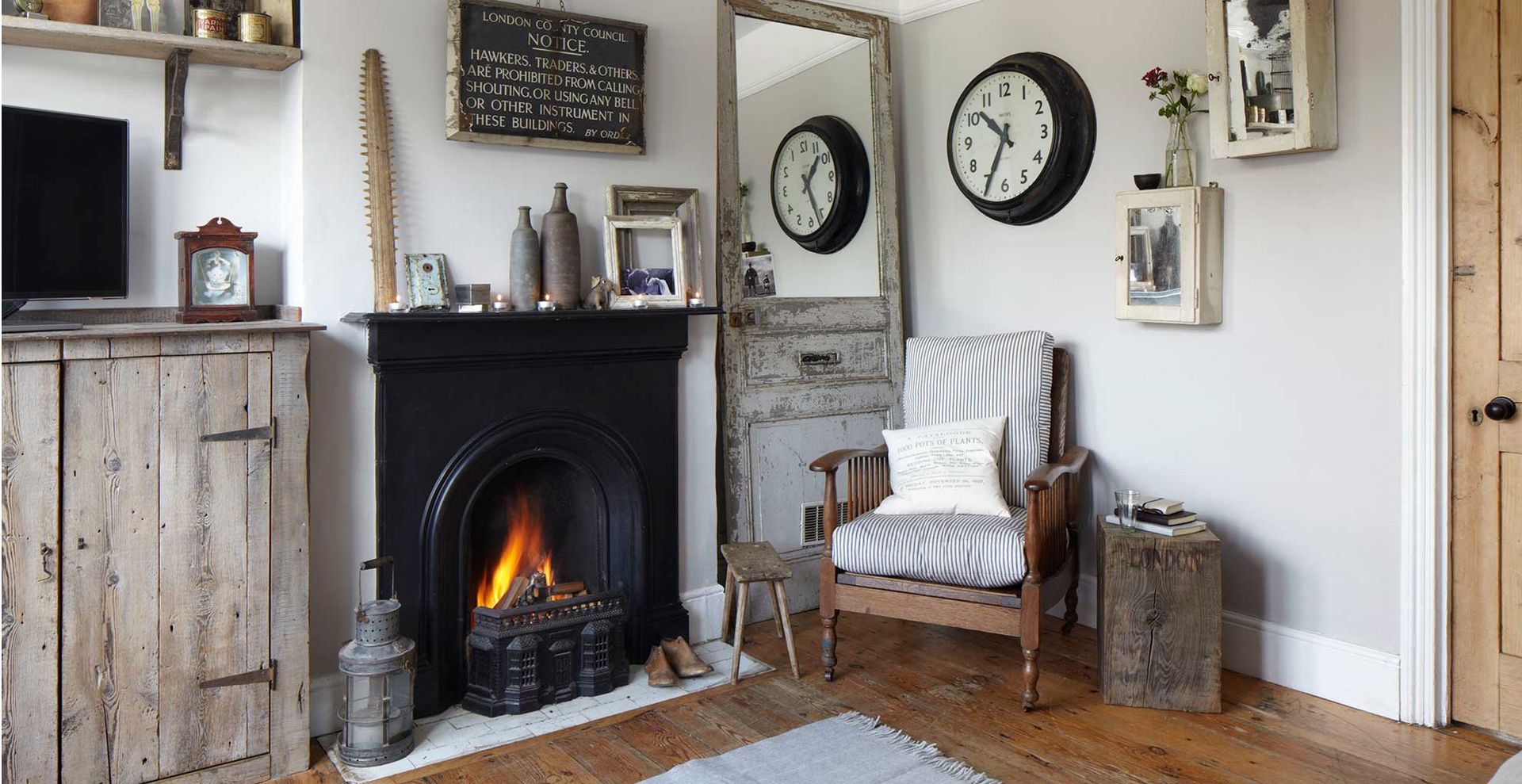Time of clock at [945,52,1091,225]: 10:34
